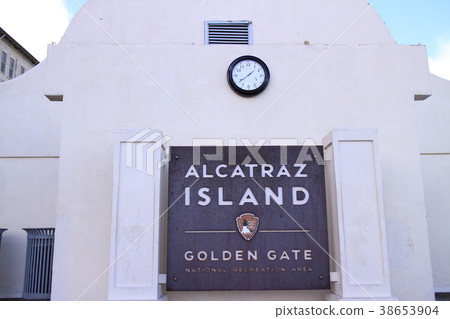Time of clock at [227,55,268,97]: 1:39
